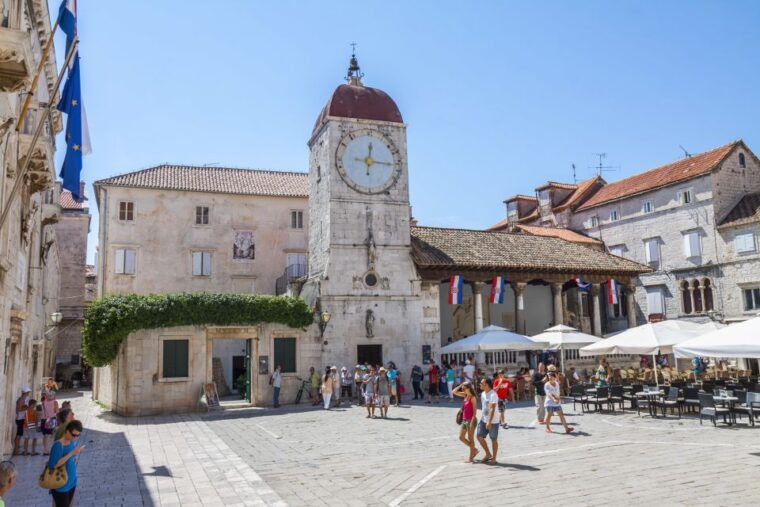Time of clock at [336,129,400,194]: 12:16
